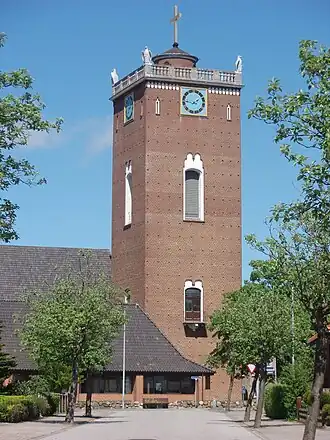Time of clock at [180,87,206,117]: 1:46
